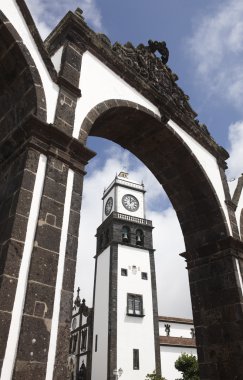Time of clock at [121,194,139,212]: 12:07
